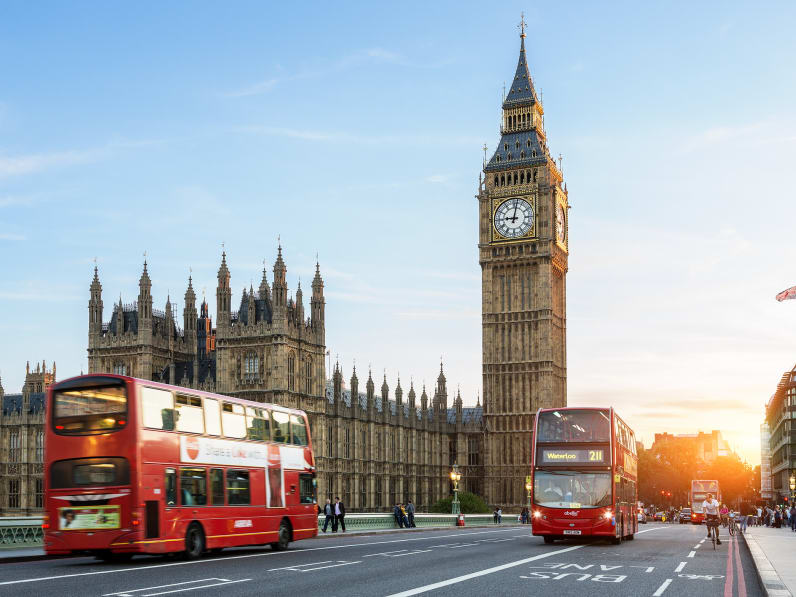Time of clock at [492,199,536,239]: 9:01
